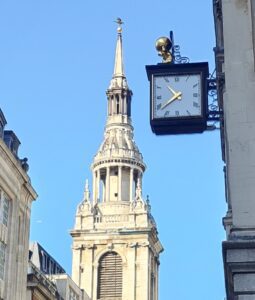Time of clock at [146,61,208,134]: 10:38
